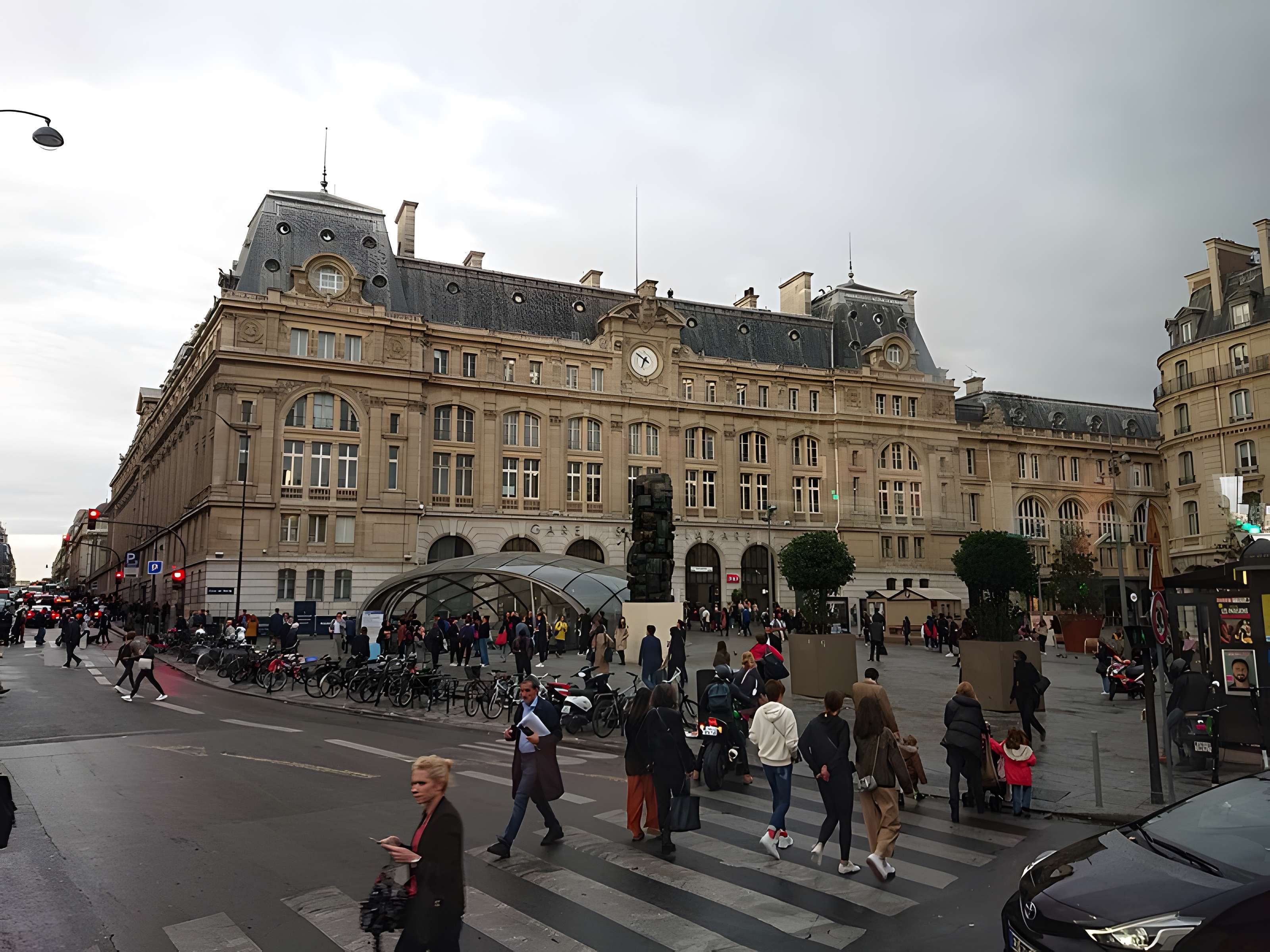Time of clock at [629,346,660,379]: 6:50
